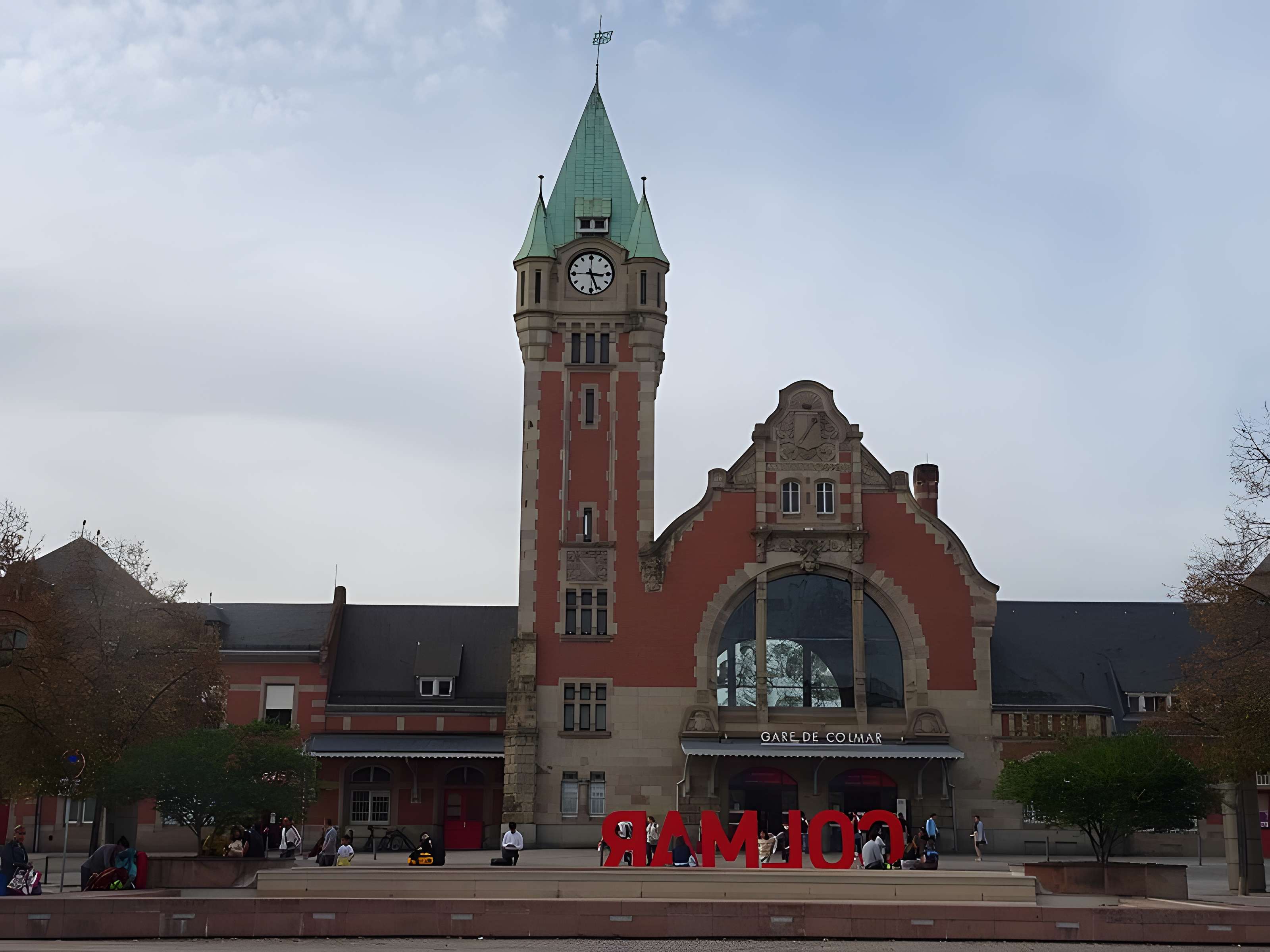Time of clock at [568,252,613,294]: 3:26
